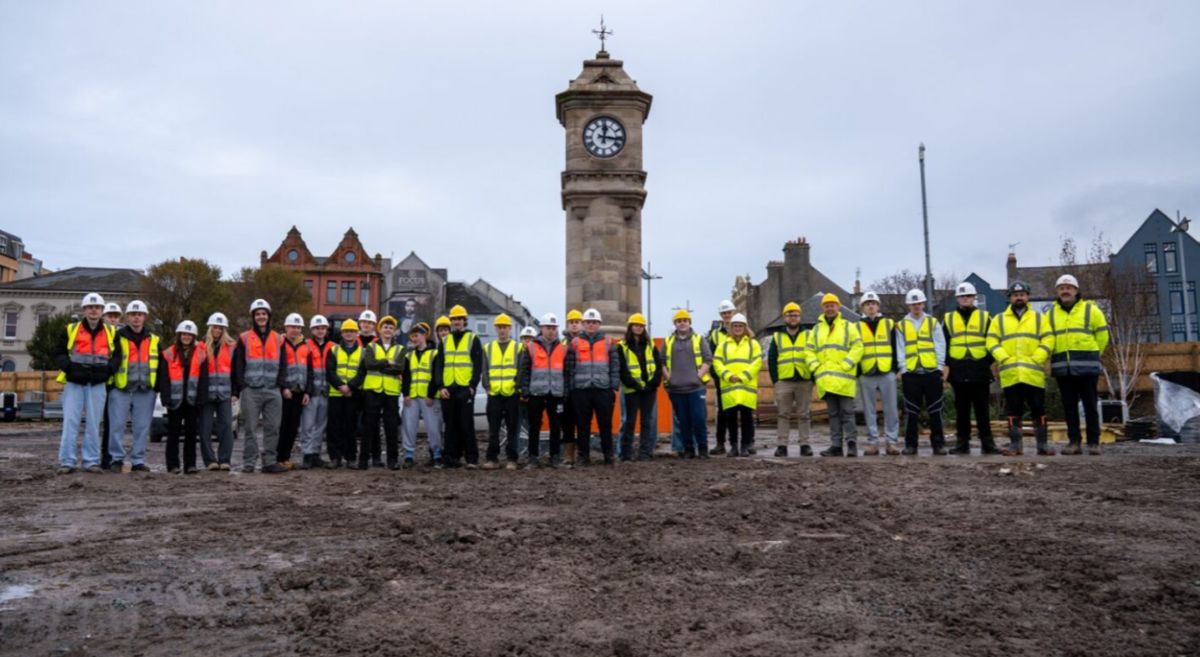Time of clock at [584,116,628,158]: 12:16
